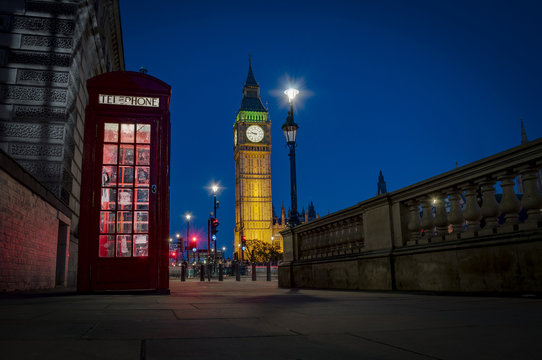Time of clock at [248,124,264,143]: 9:45
